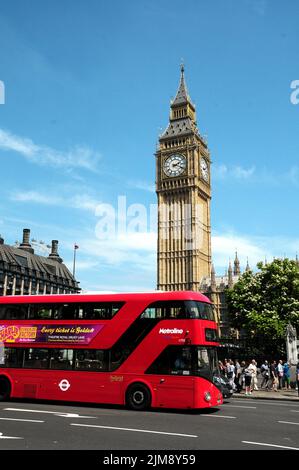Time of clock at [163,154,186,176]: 2:18
